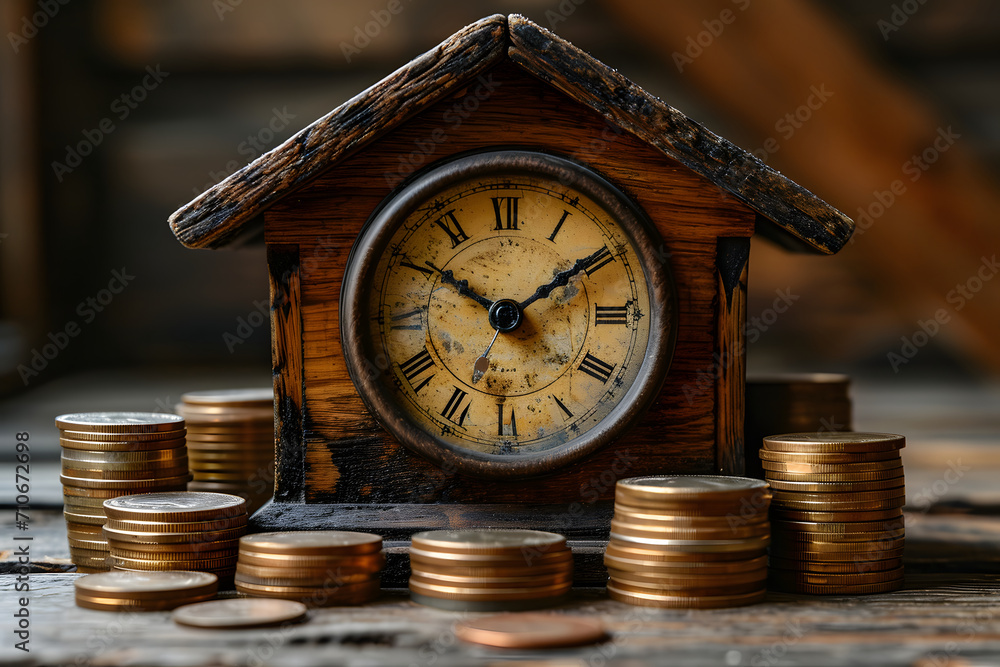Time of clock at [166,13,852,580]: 1:50
